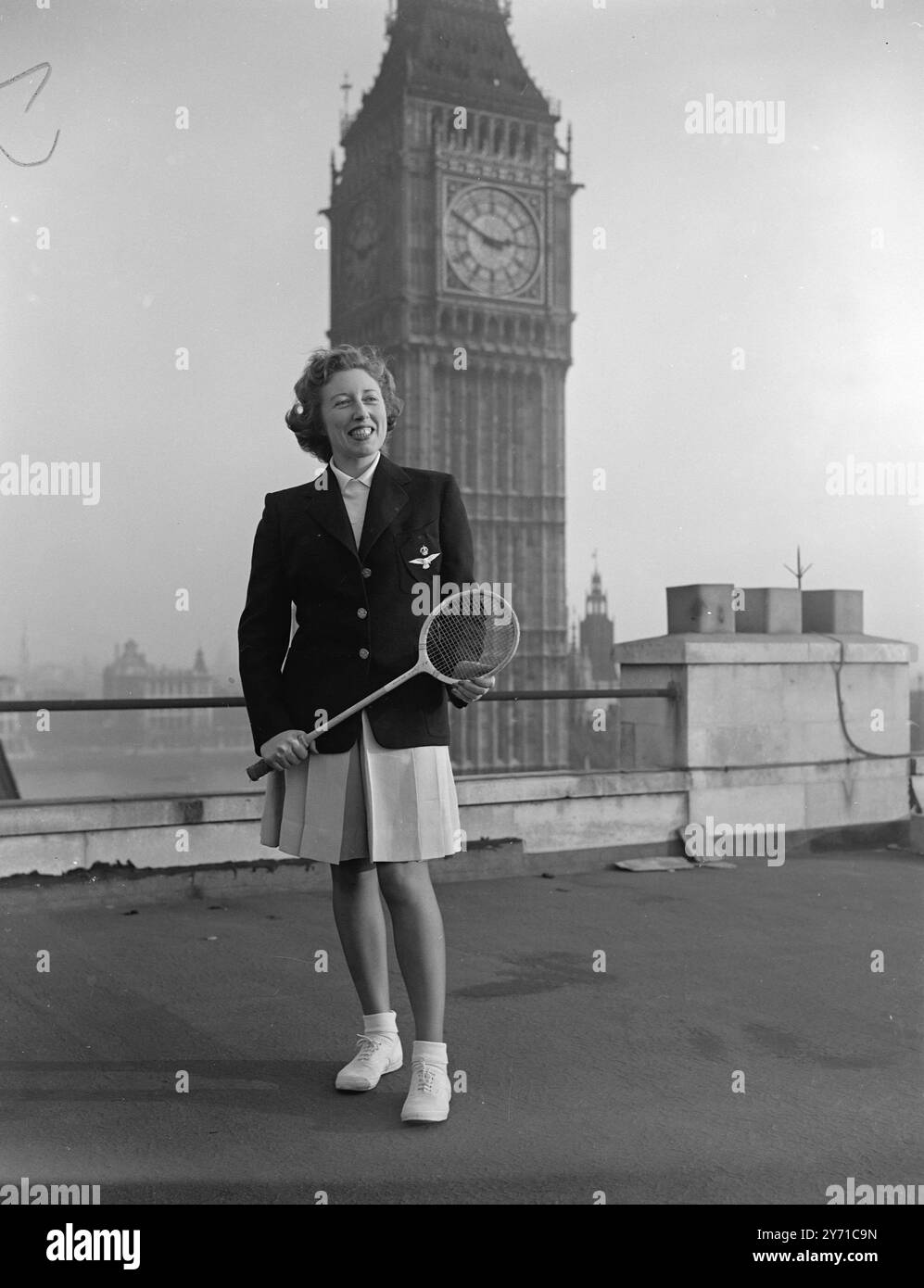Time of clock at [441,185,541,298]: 2:49
